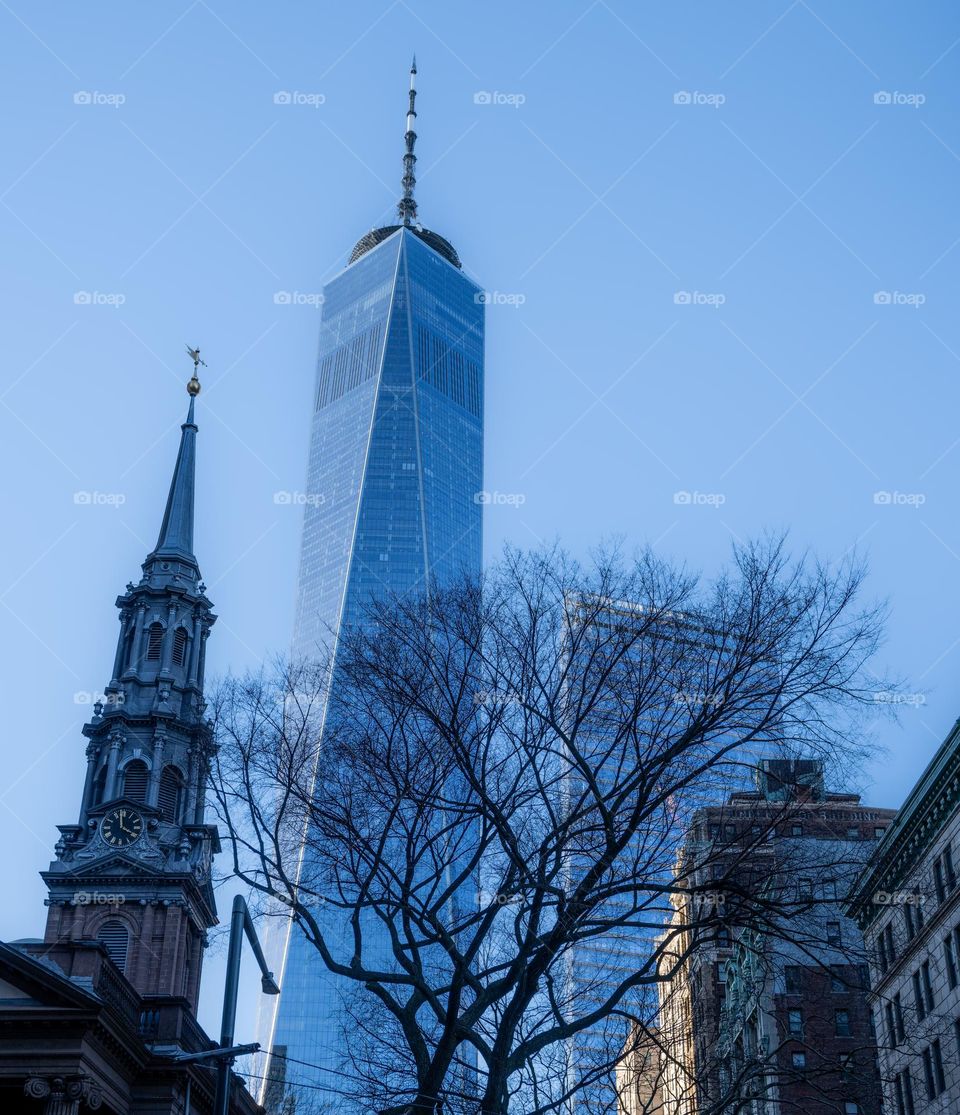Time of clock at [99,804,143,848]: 3:58
